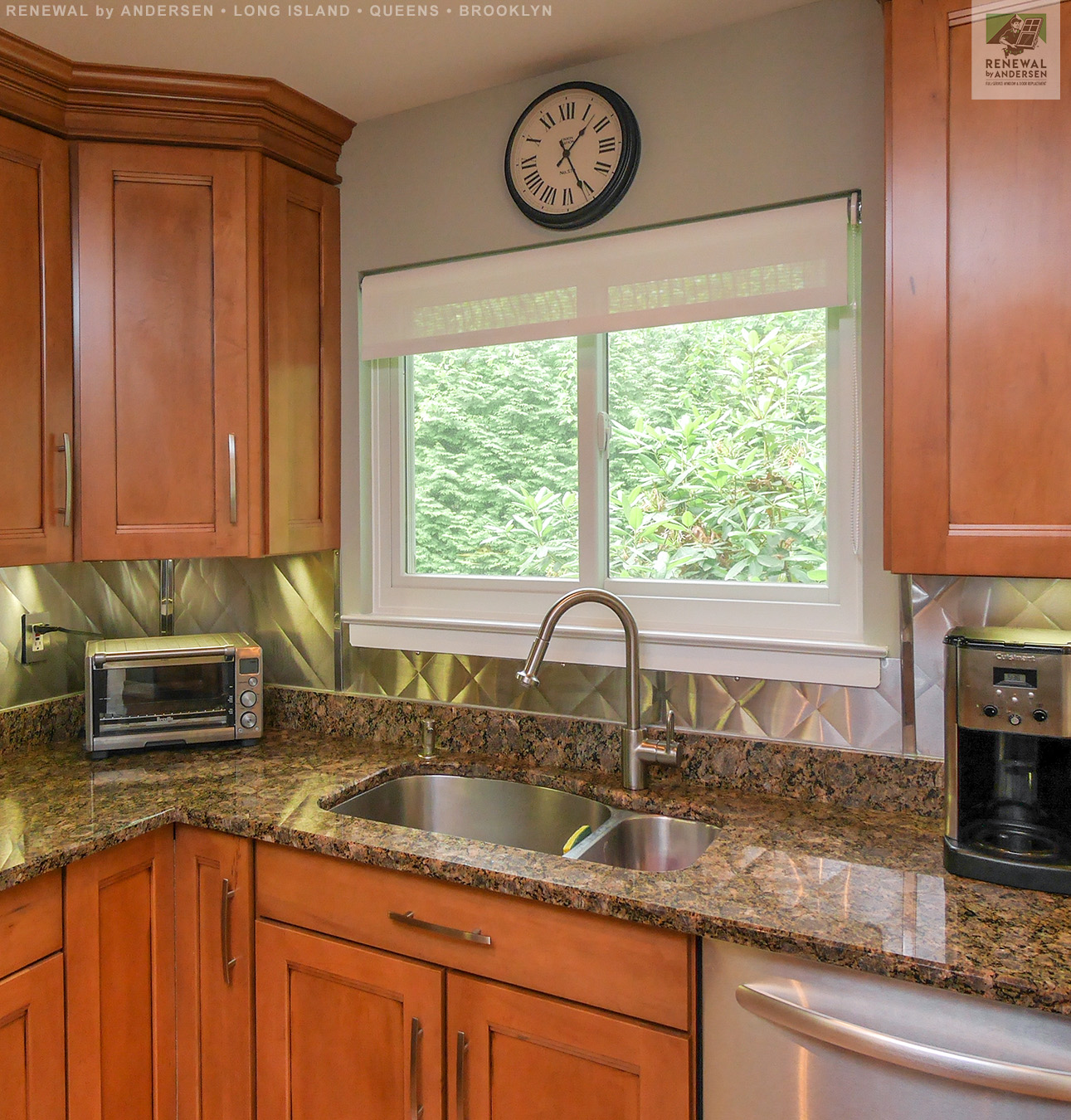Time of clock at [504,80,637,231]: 1:26
